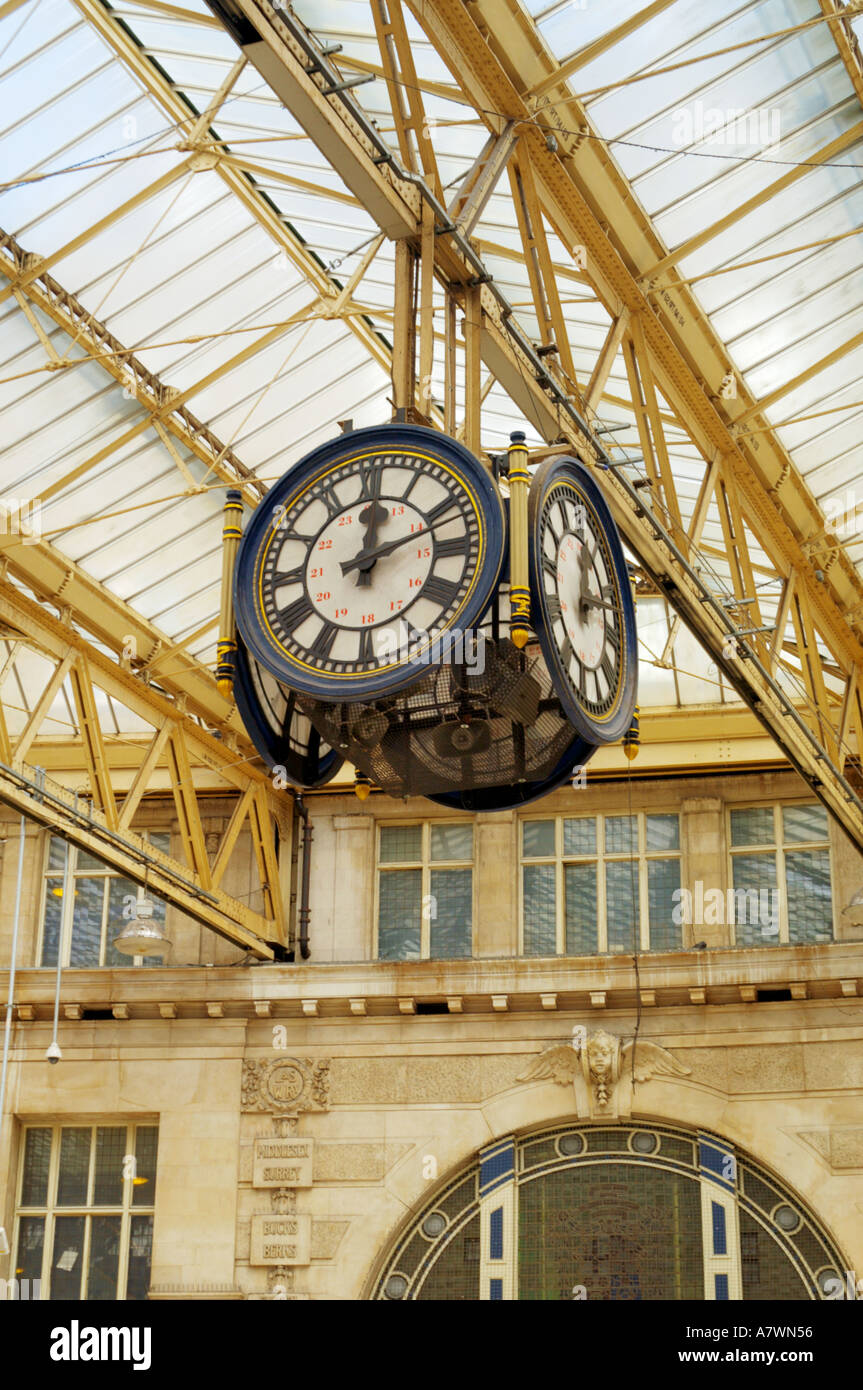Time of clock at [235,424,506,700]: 12:11
